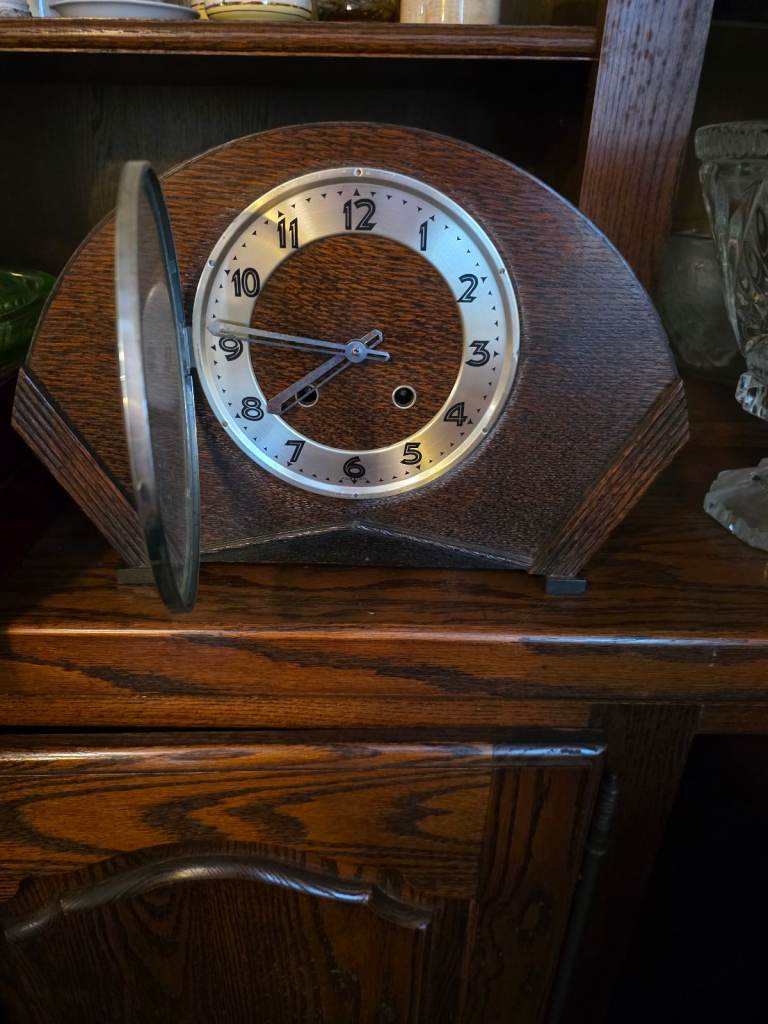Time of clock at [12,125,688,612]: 7:46
